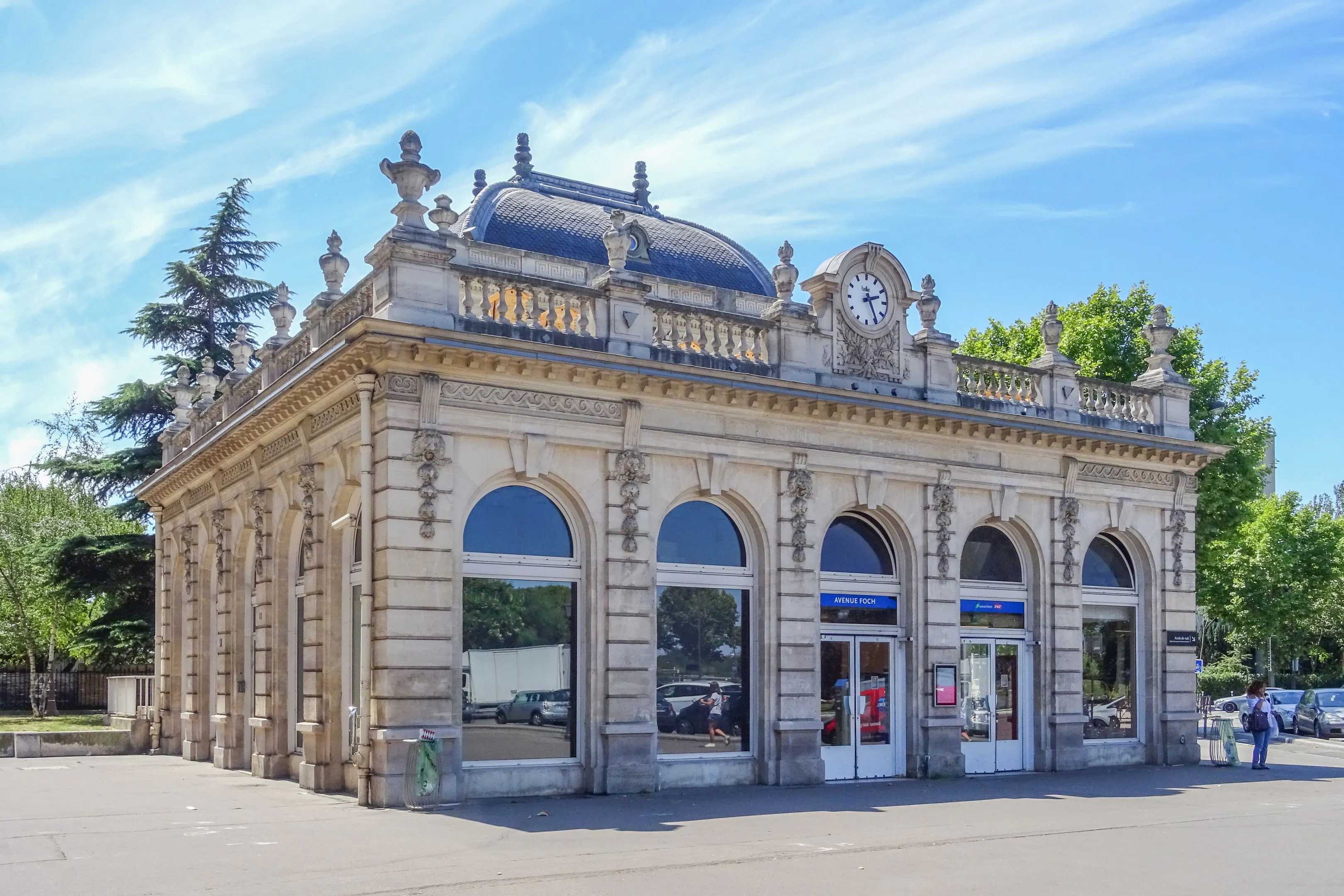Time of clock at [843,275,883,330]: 2:24
